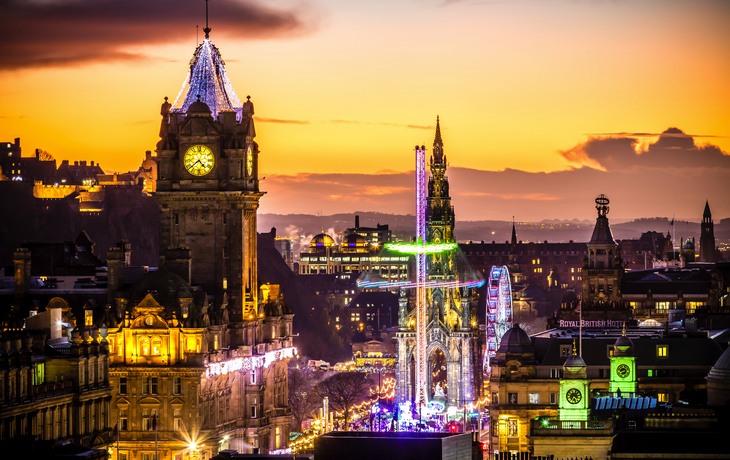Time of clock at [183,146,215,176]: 4:38
